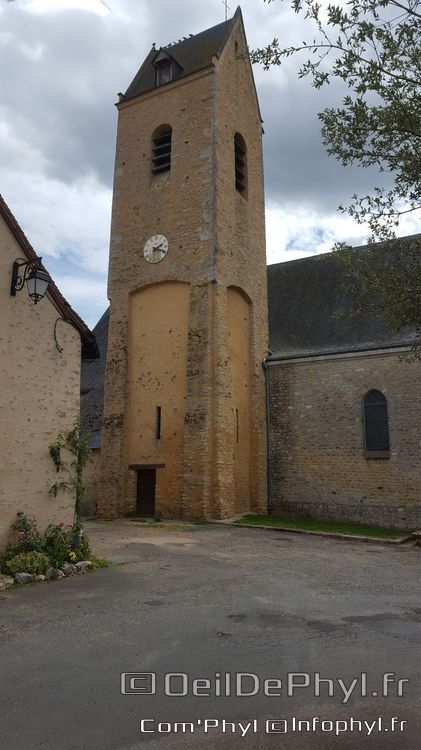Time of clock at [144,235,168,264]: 2:18
